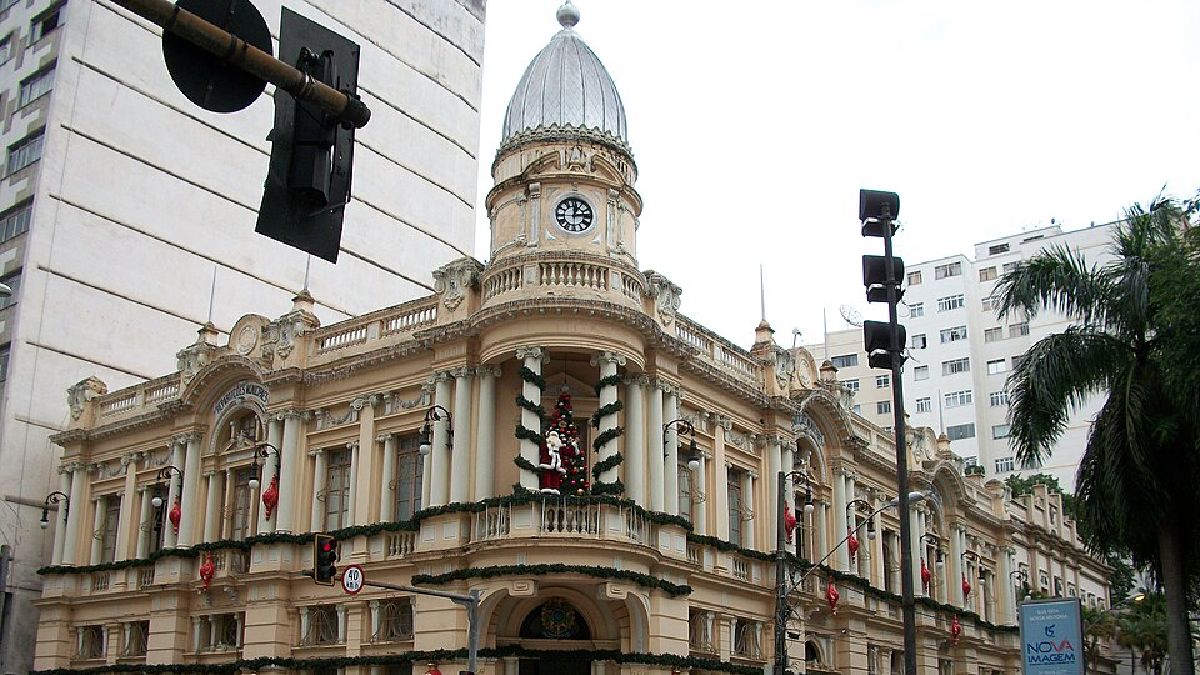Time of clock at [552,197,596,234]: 12:13
